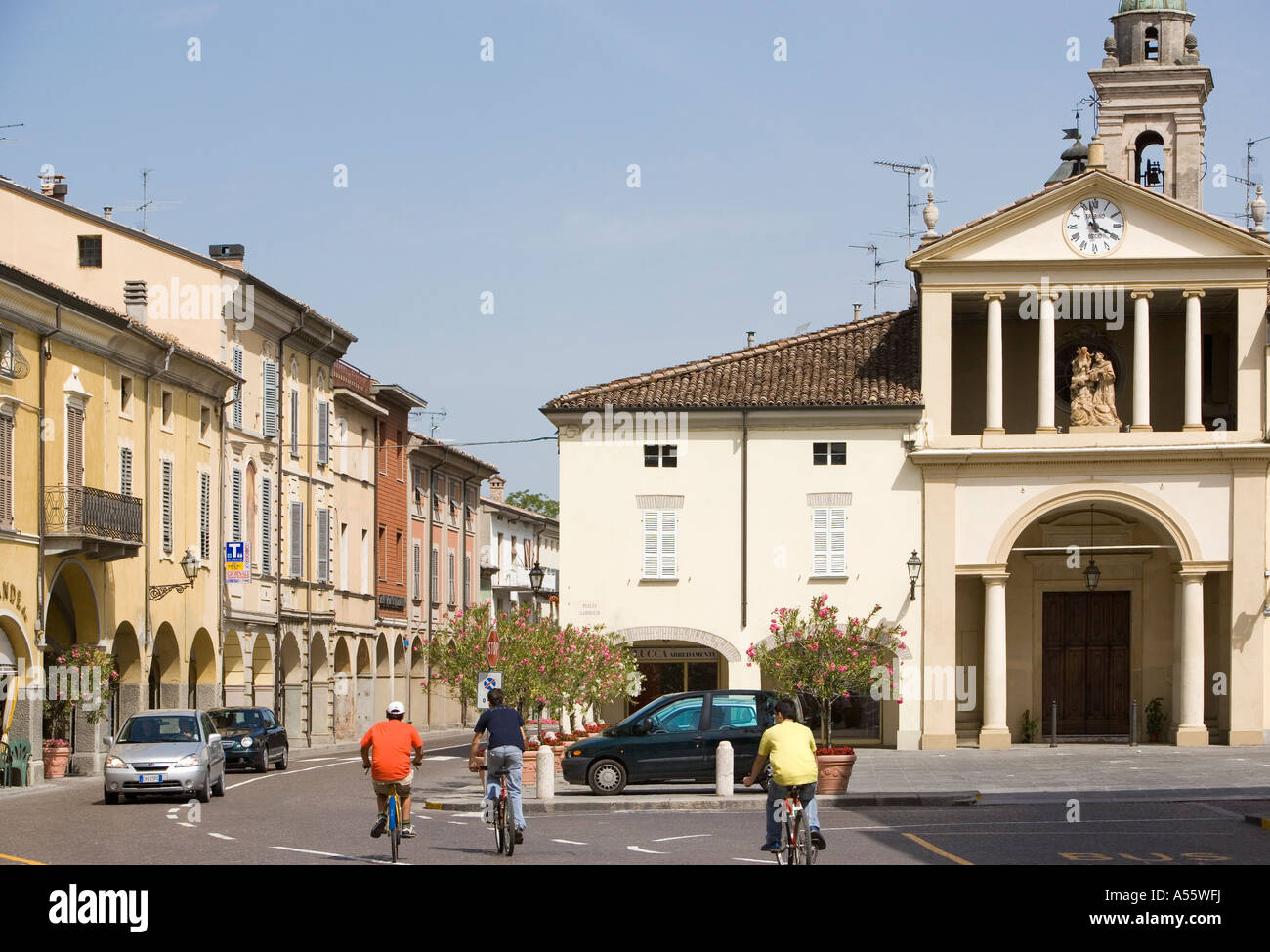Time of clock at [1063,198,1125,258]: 3:57
